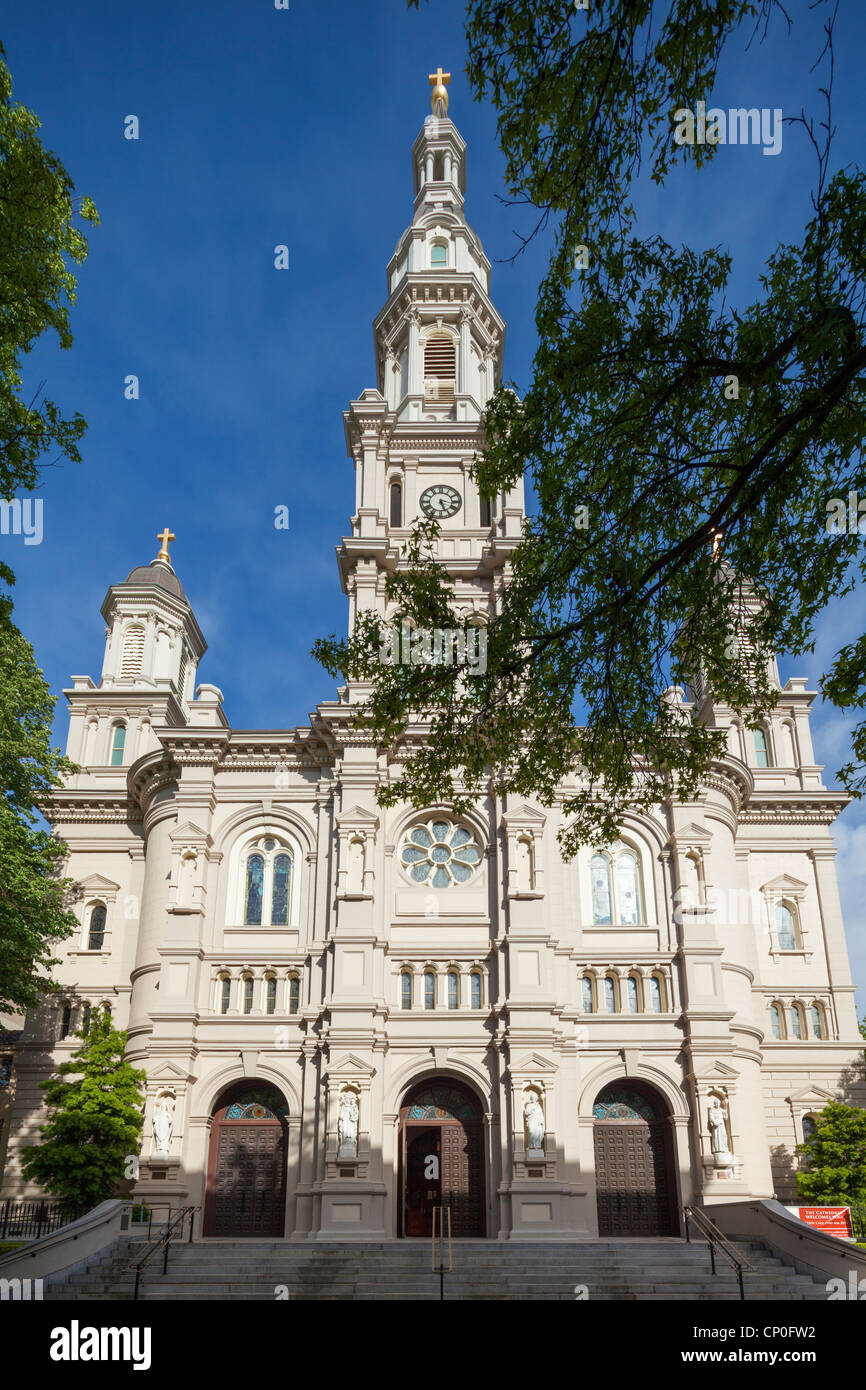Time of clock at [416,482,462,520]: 5:17
